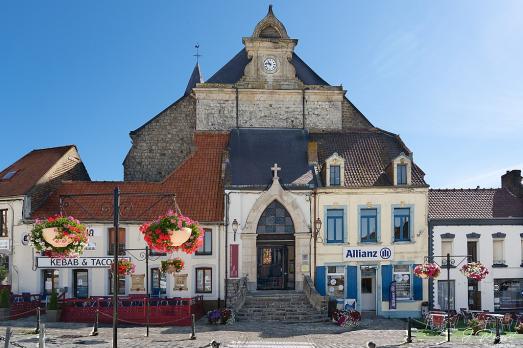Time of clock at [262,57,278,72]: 10:46
